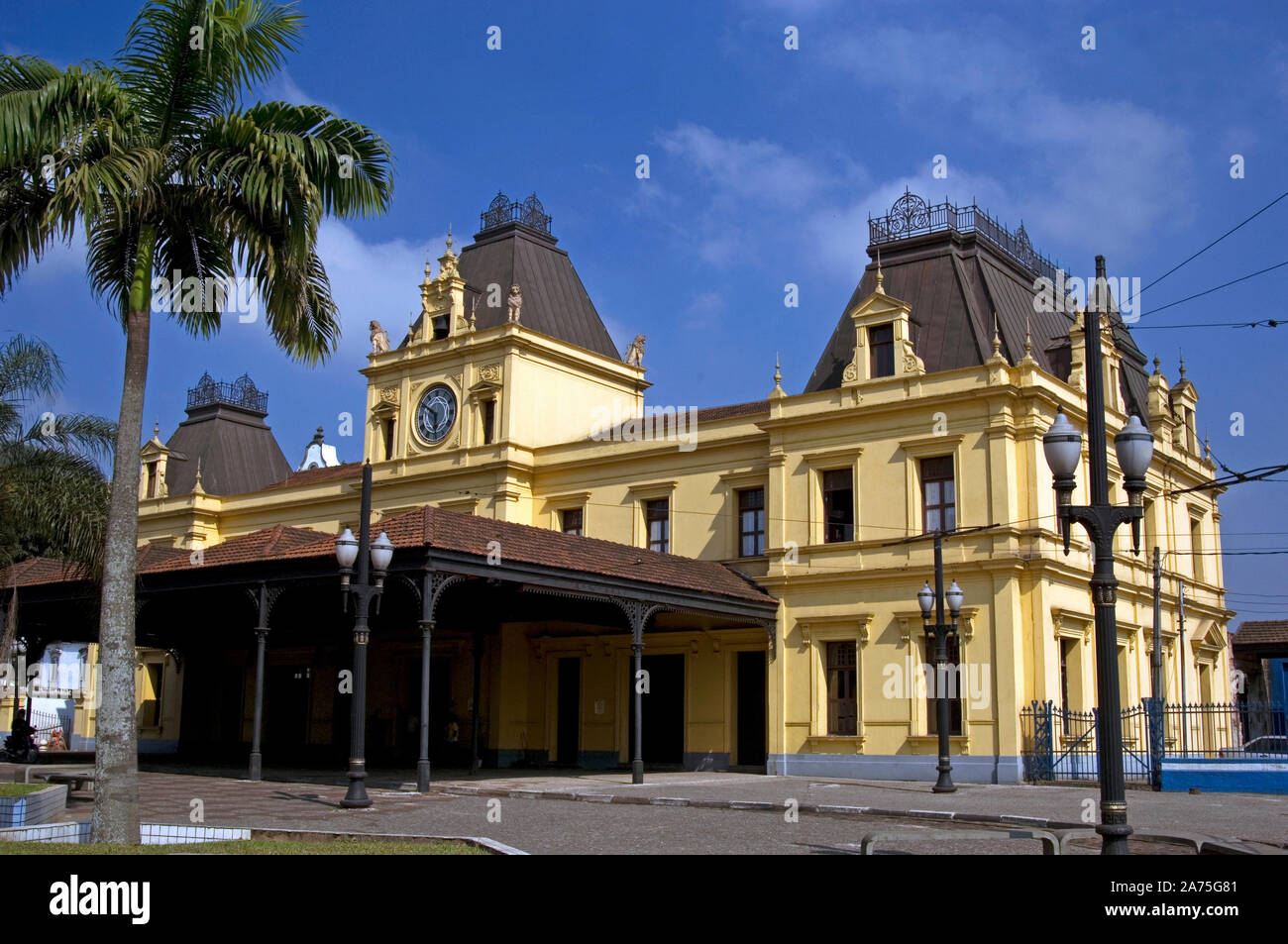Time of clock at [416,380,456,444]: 5:50
